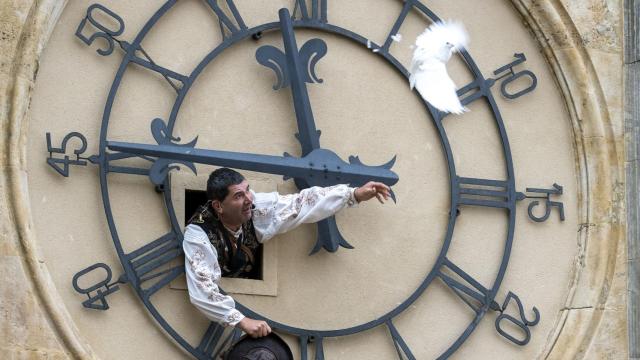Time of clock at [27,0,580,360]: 11:45
